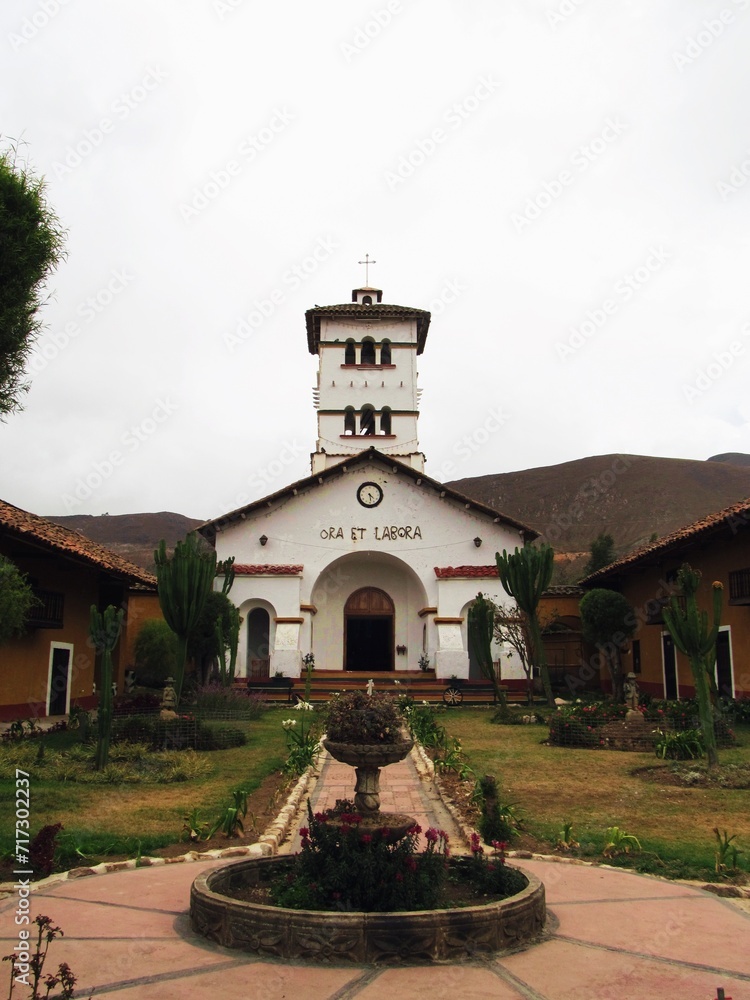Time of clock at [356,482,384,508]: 4:28
